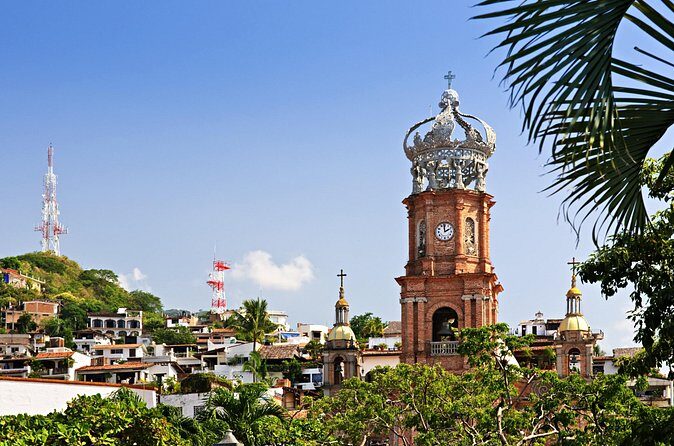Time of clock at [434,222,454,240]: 1:59
